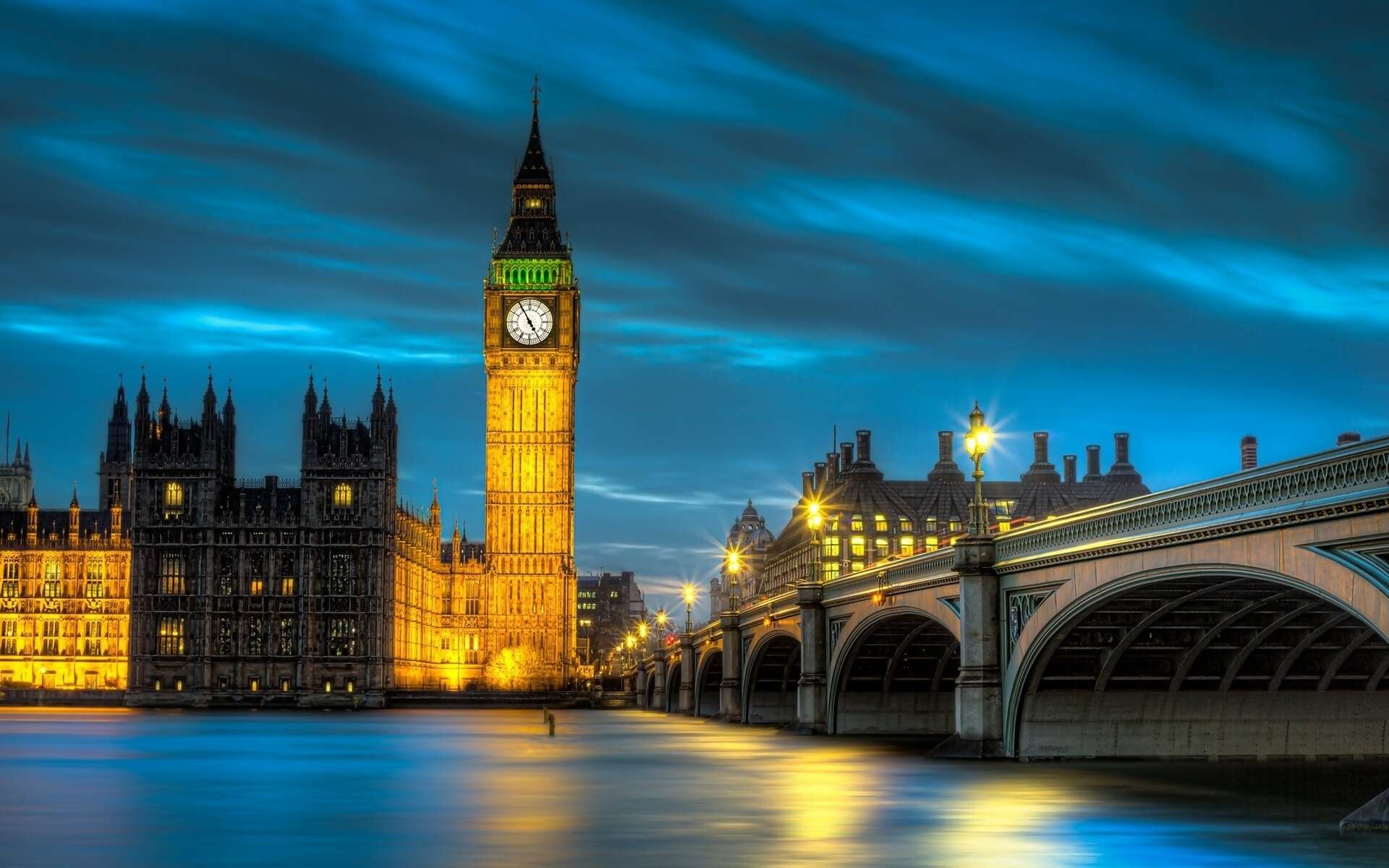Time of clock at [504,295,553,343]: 4:54
